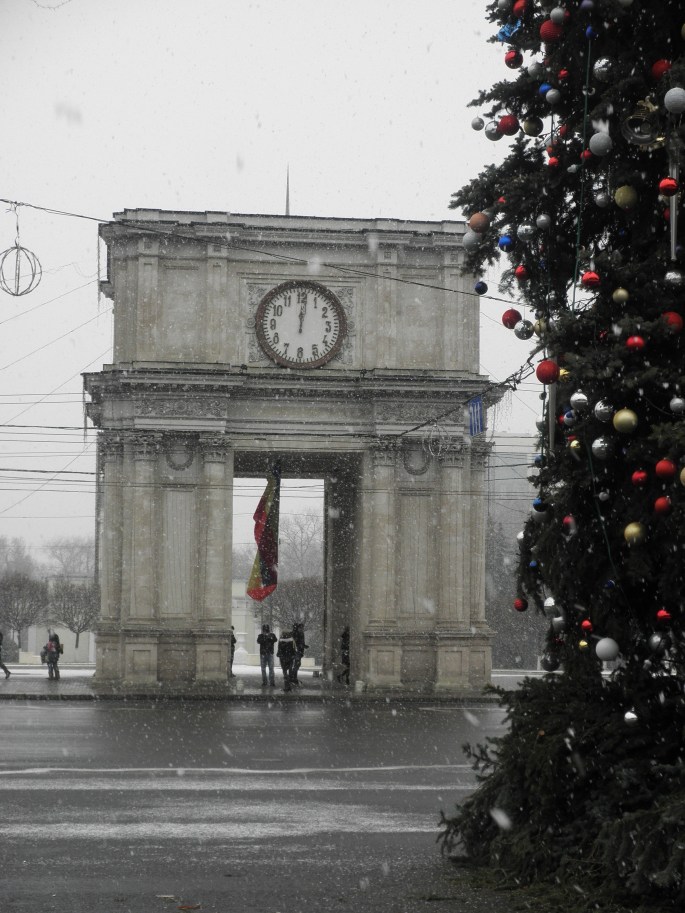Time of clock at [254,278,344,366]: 12:01
